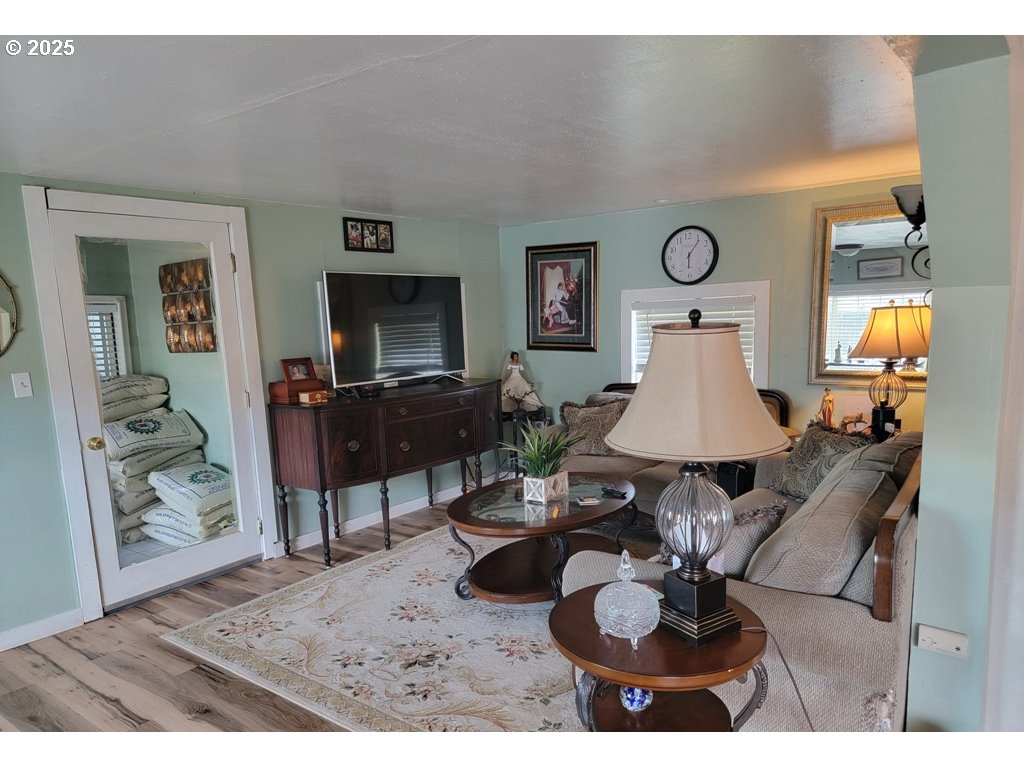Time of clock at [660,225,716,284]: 6:06
